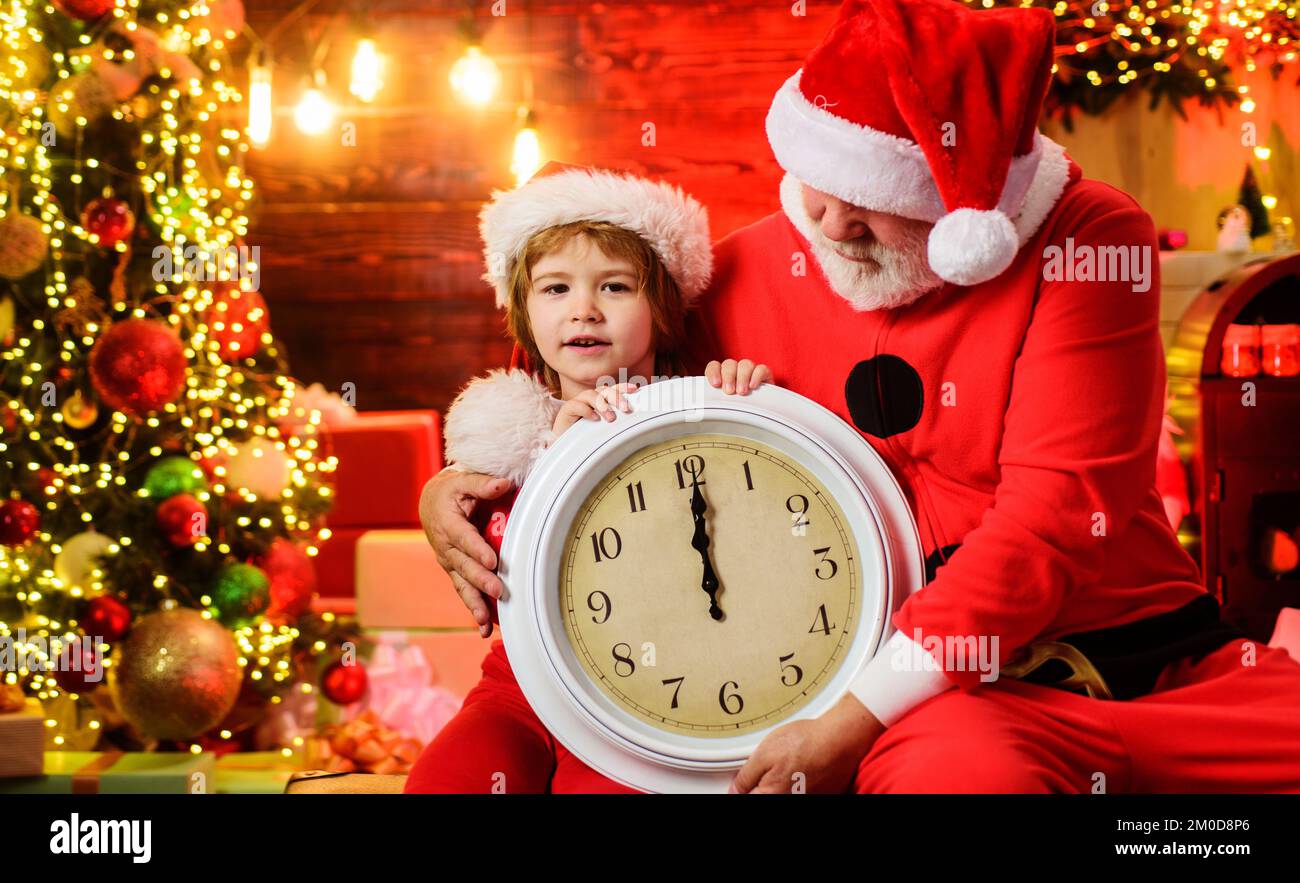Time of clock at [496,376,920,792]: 12:00
